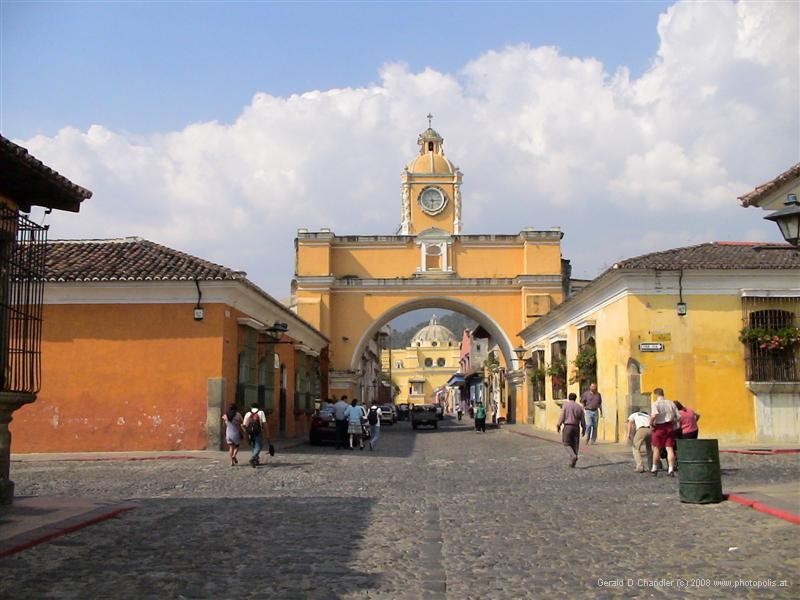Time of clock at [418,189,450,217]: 6:14
